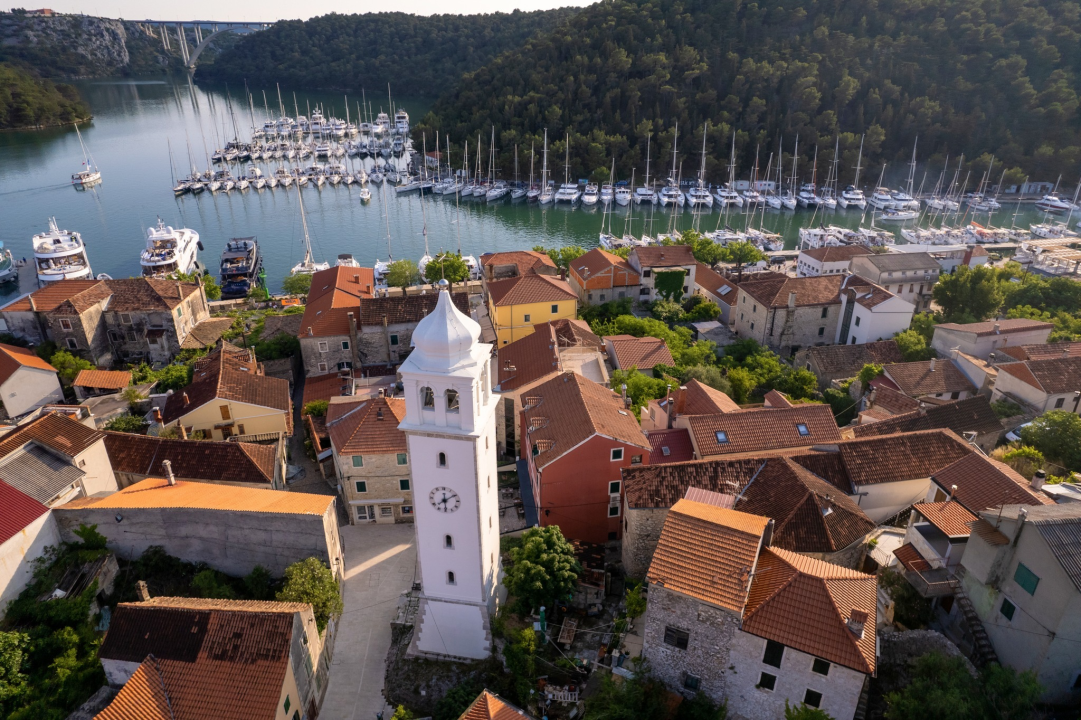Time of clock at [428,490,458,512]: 12:09
